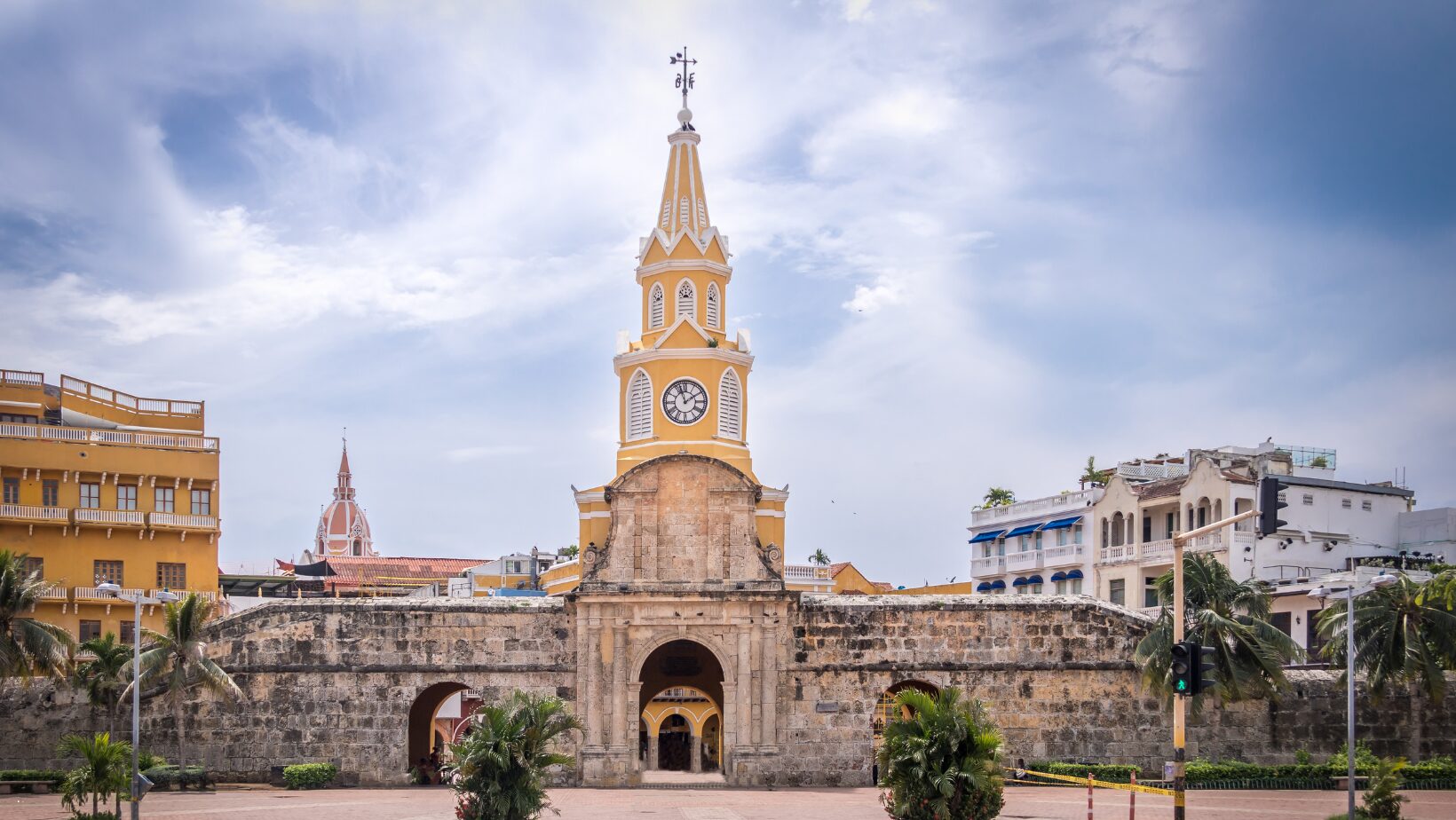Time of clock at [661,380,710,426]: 1:56
